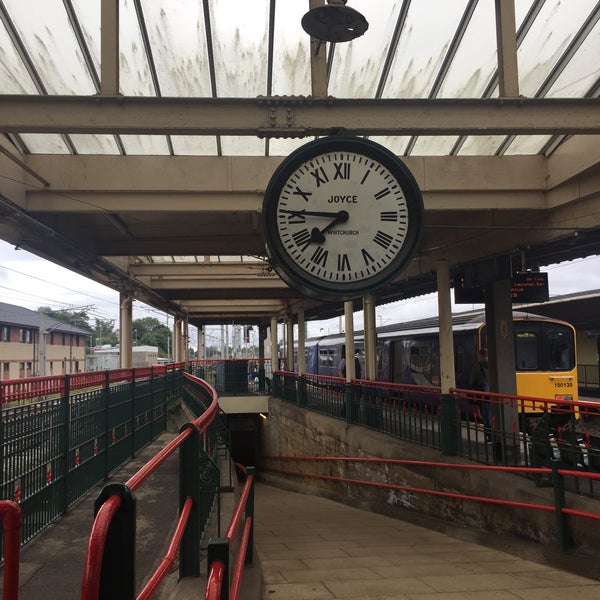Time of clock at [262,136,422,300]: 7:45
